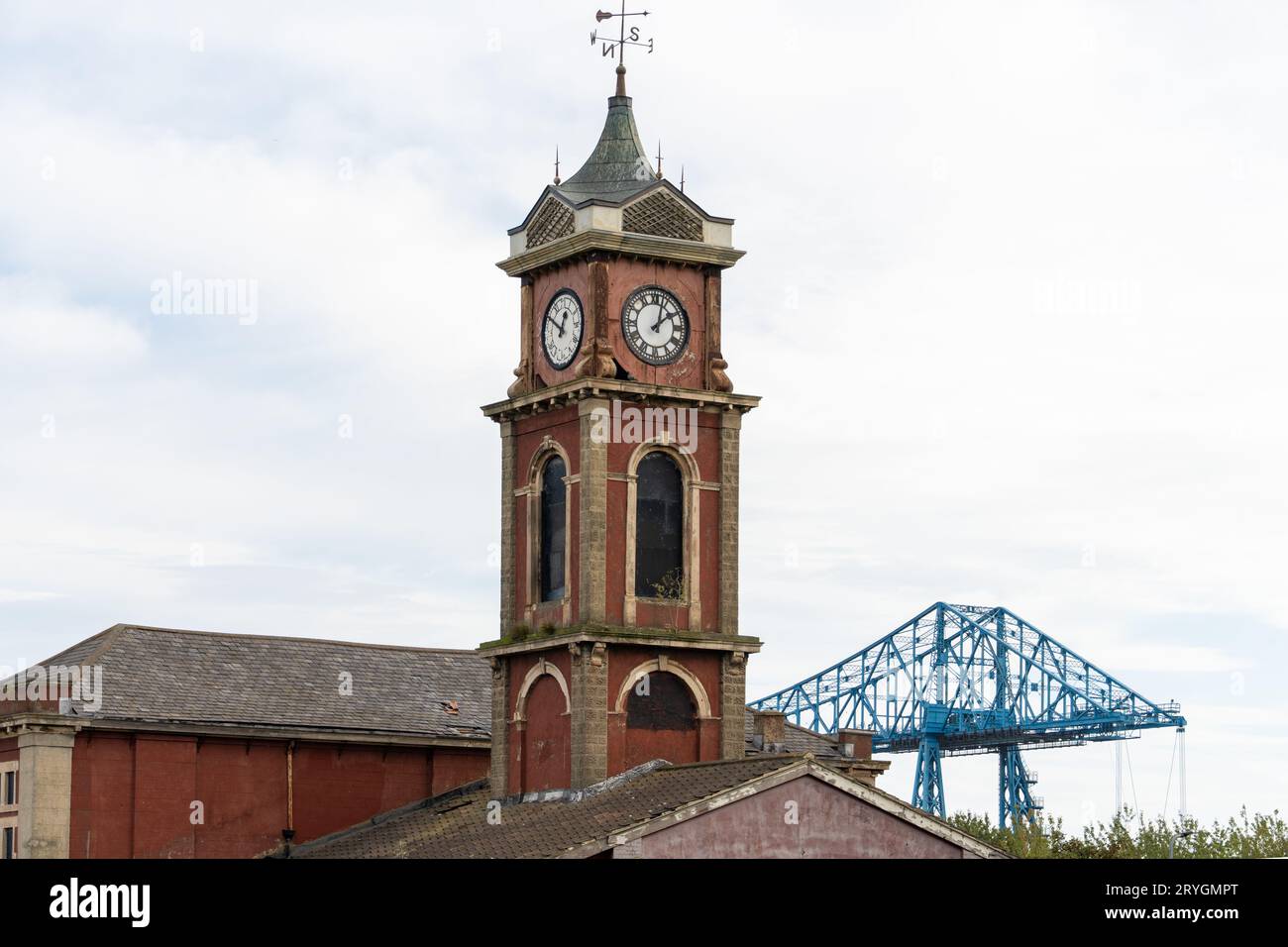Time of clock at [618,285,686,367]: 2:02
